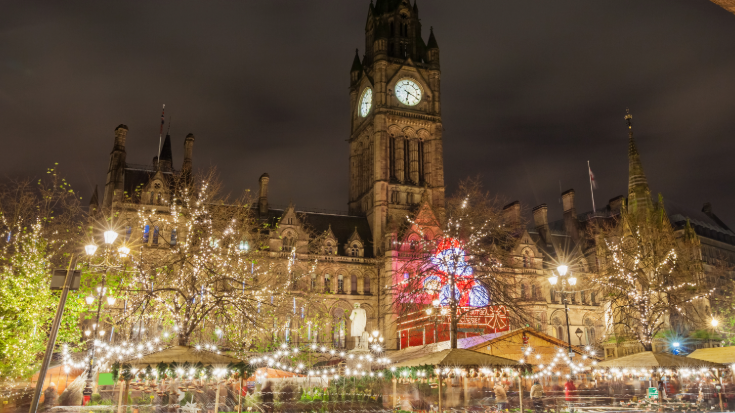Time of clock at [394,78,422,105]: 6:19
